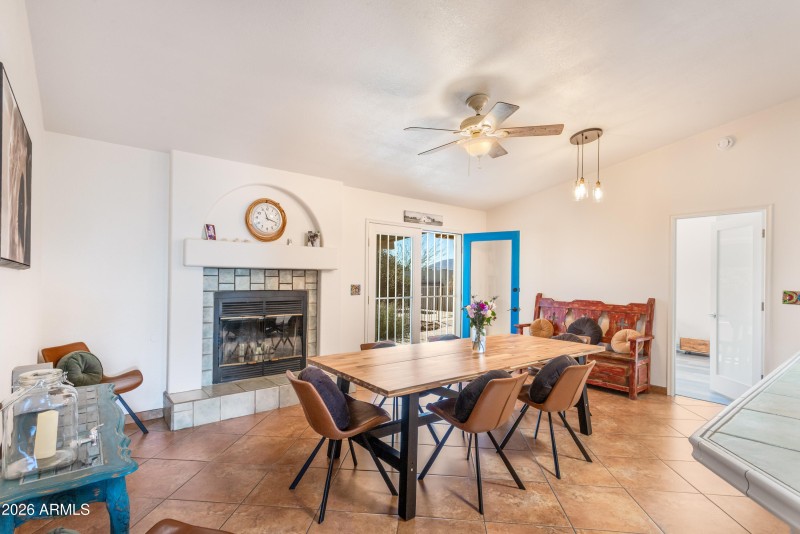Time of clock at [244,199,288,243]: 11:18
